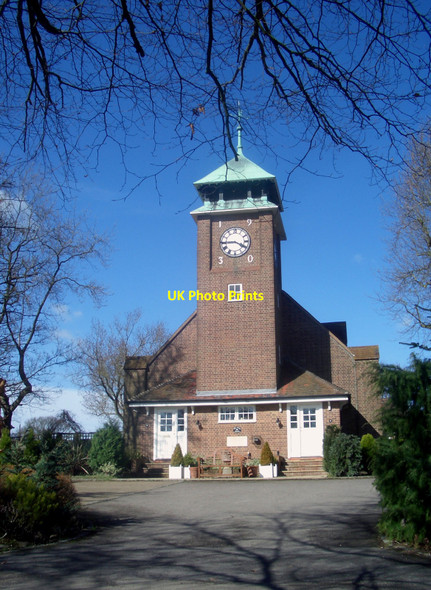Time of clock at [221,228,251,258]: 3:44
